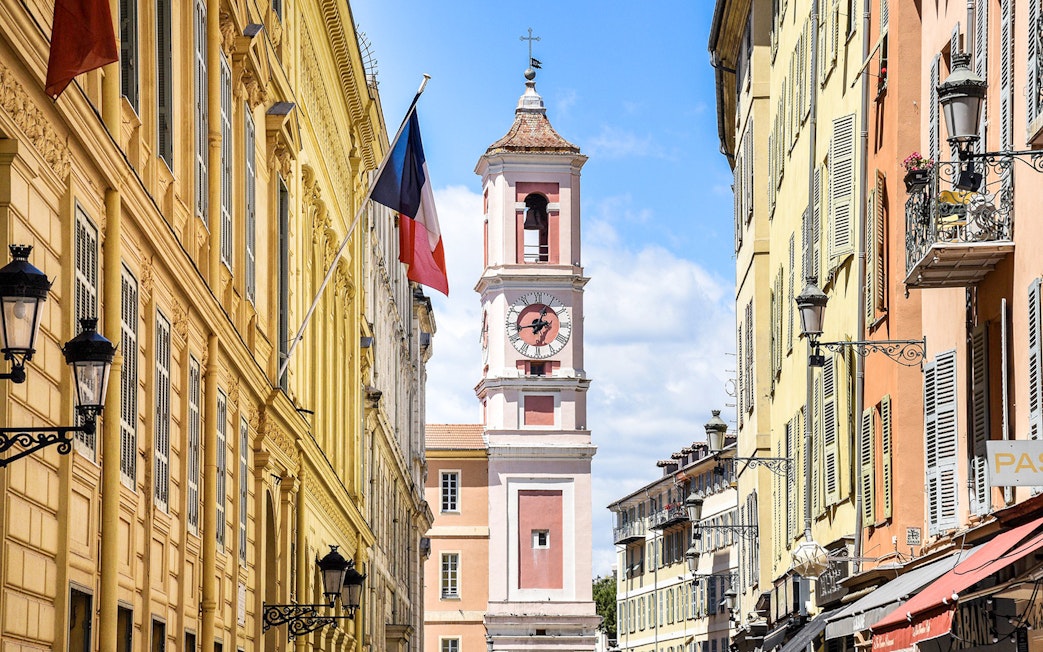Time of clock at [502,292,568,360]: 12:43
